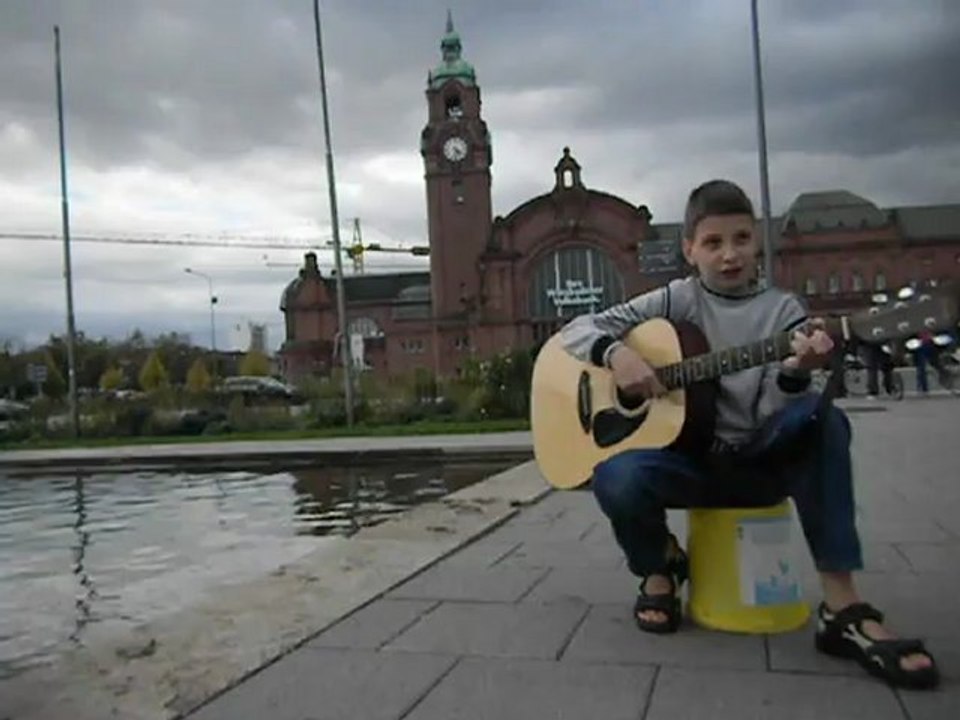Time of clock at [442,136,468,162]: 4:31
